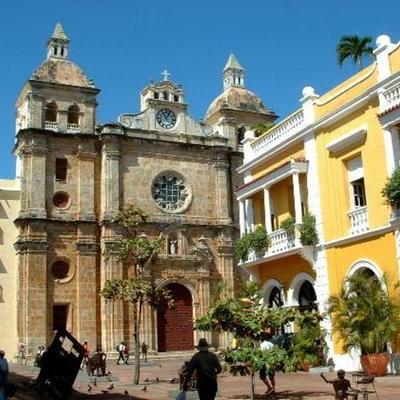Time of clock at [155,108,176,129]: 11:04
